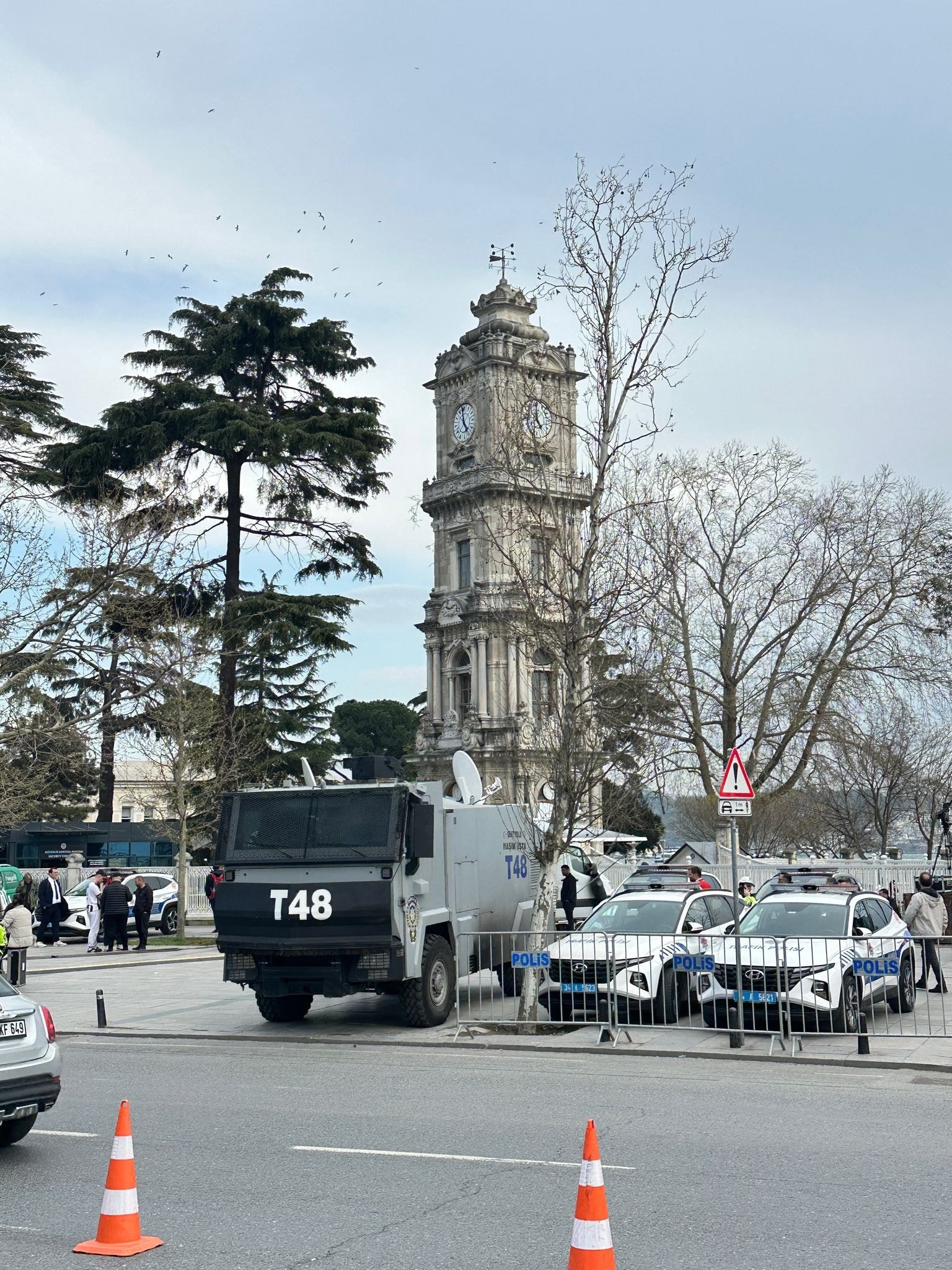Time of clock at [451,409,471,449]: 4:59
